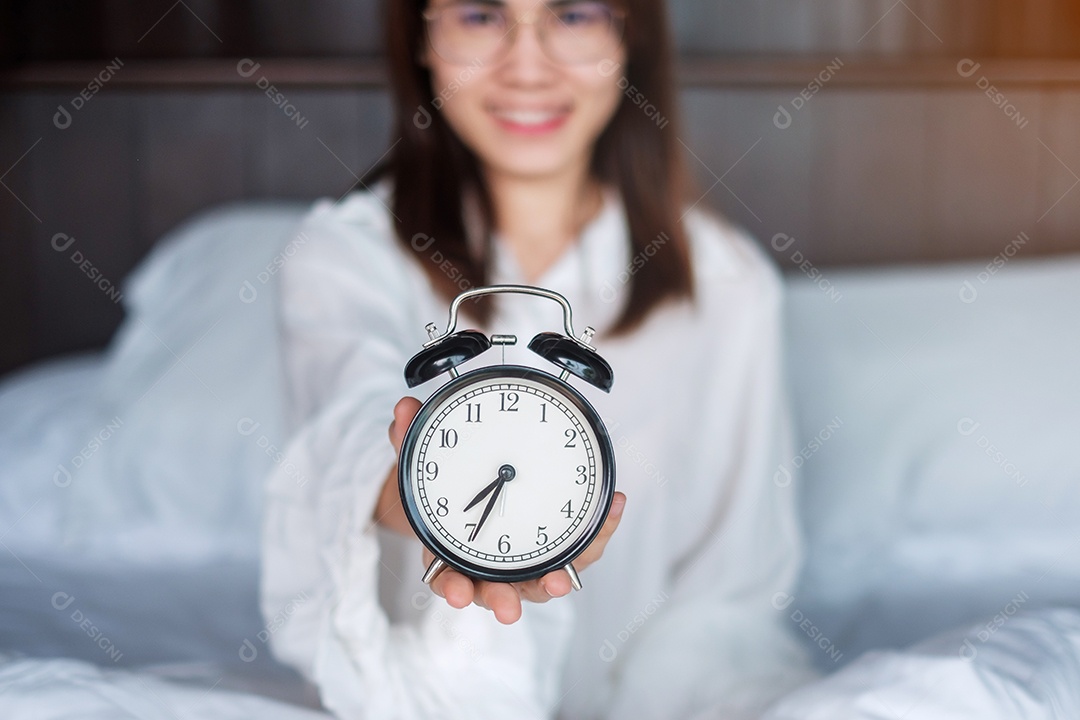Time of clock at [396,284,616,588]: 7:34
